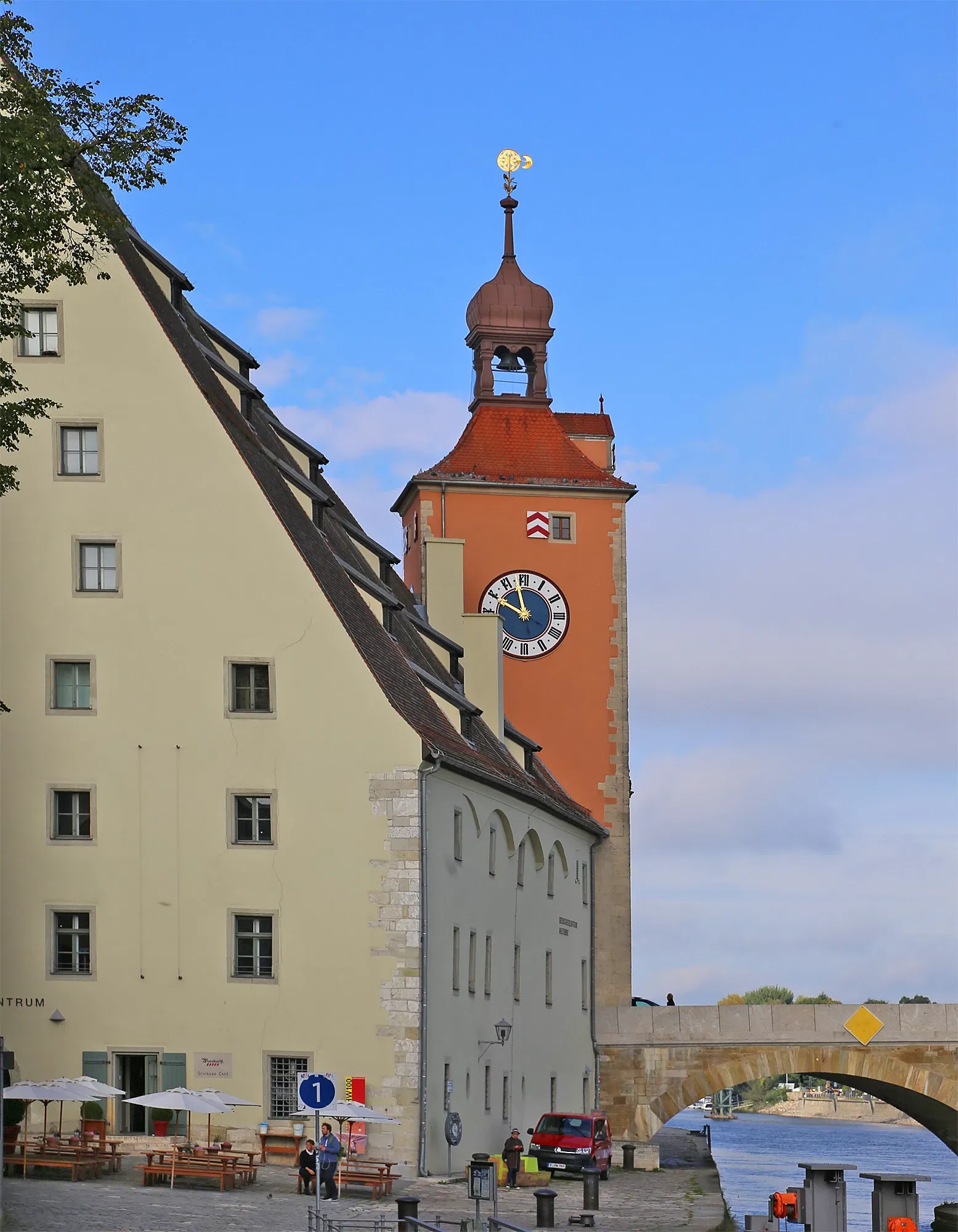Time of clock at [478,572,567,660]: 9:57
